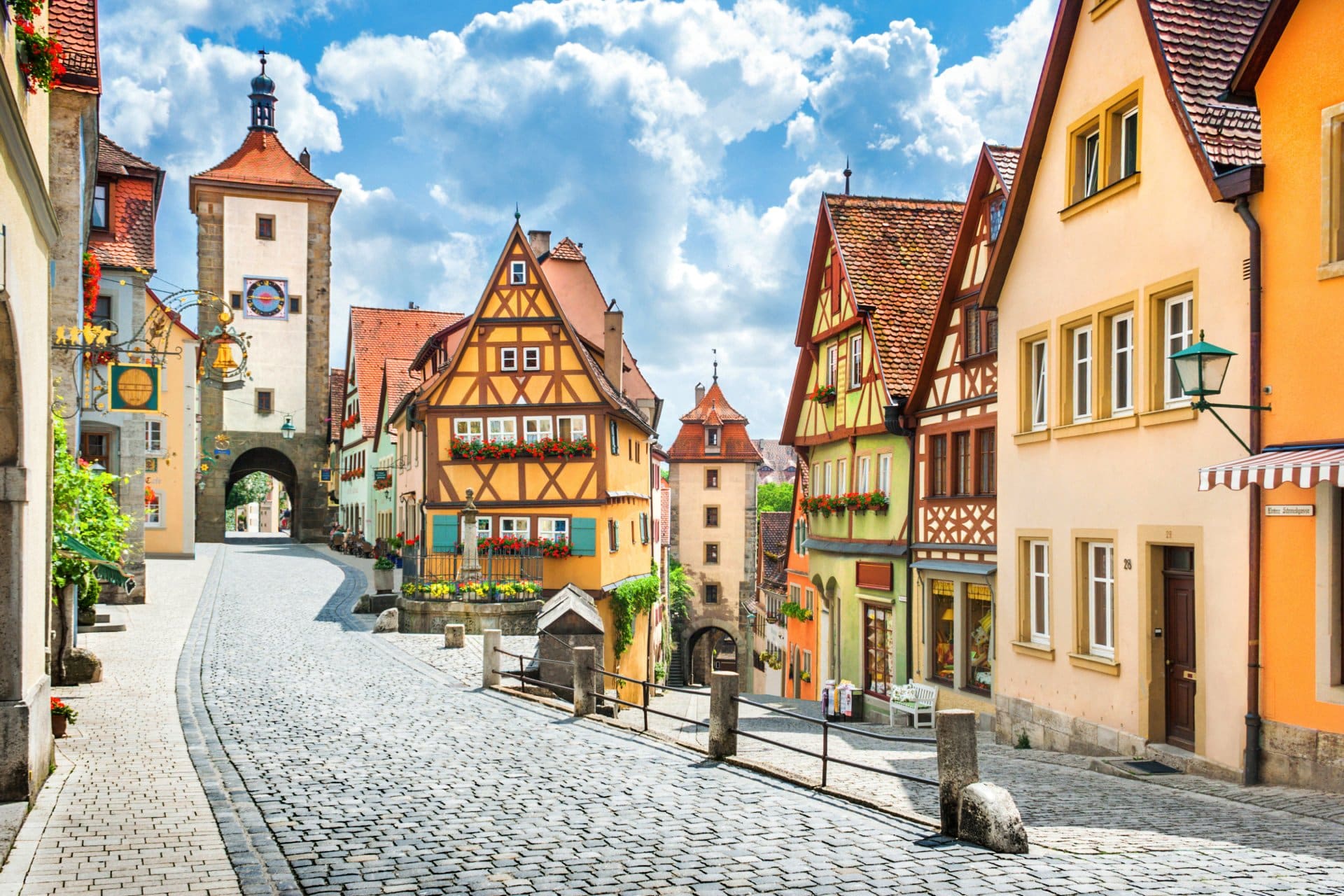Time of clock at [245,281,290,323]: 2:44
